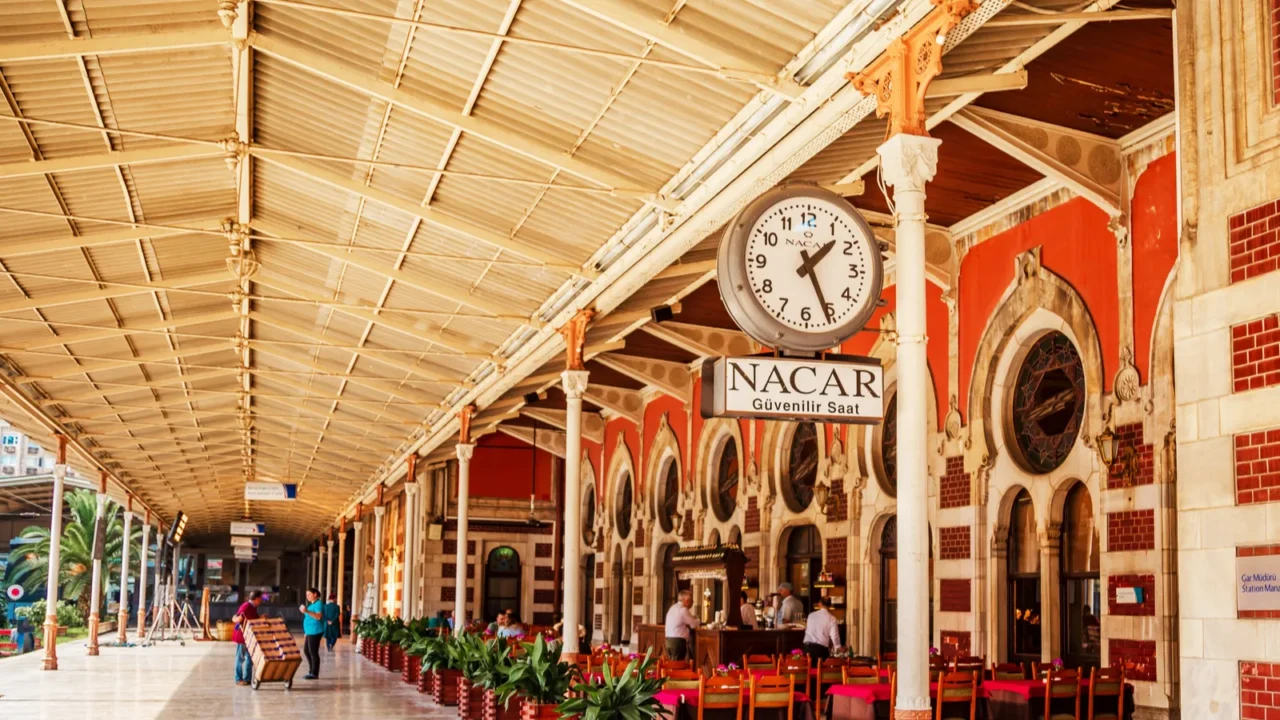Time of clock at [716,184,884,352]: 1:25
